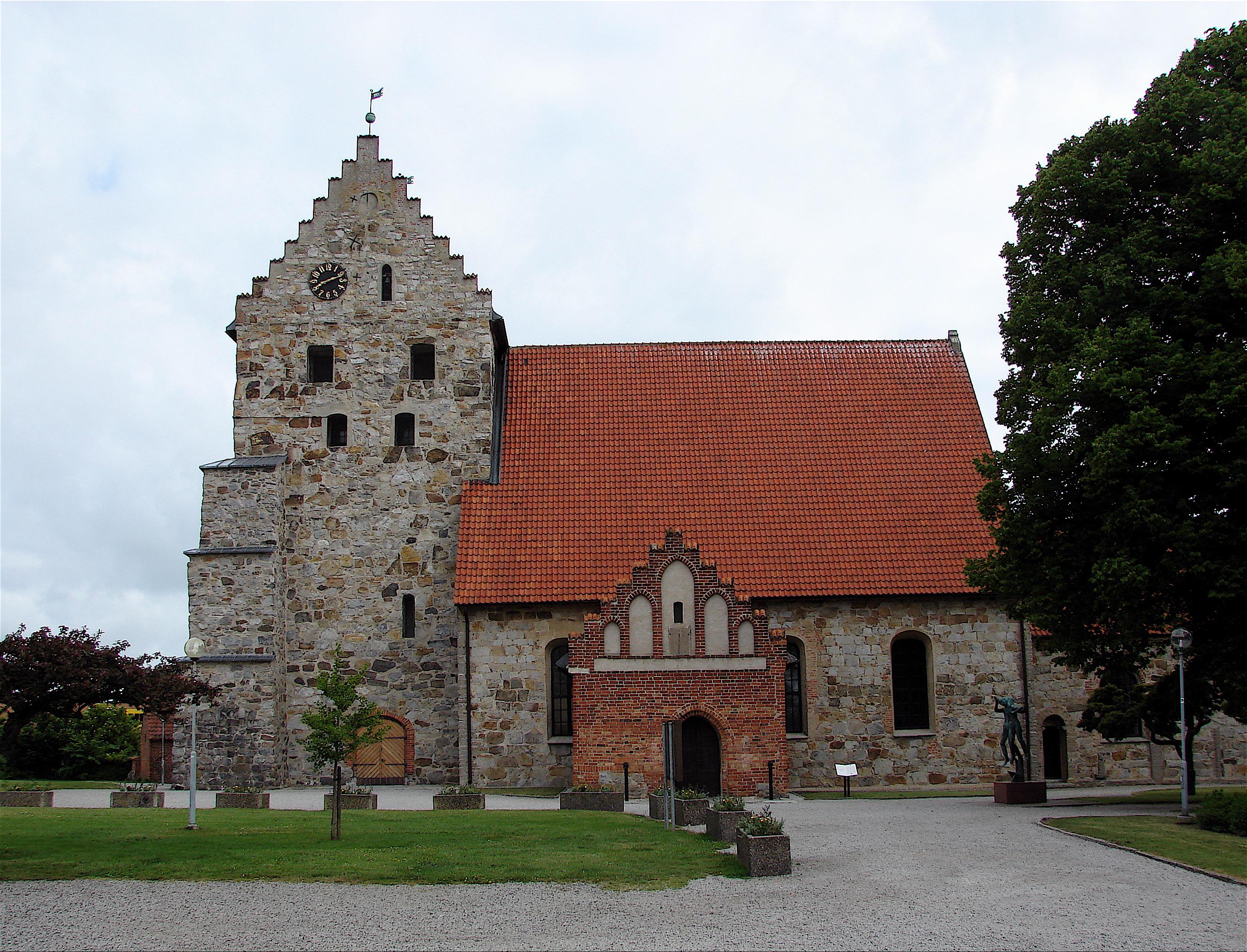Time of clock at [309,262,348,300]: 8:11
